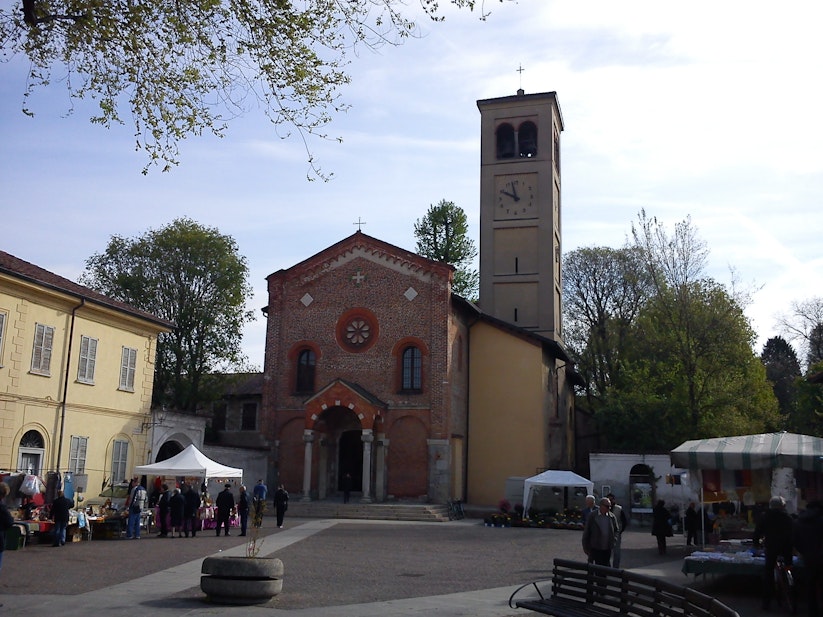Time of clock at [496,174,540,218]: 9:57
